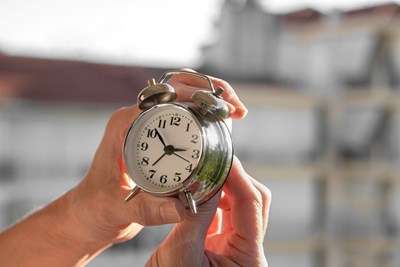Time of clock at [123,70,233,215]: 2:52
